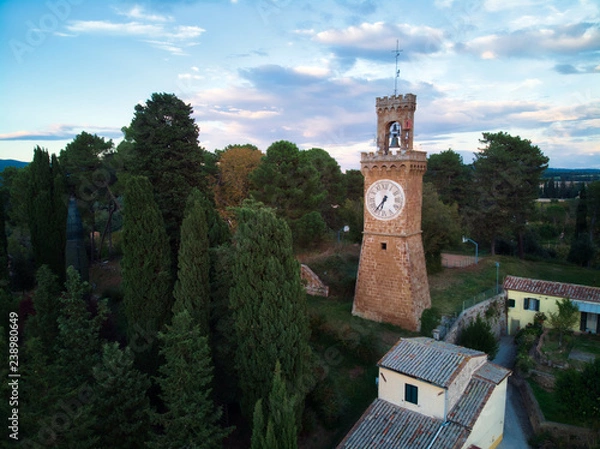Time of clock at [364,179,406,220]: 6:36
